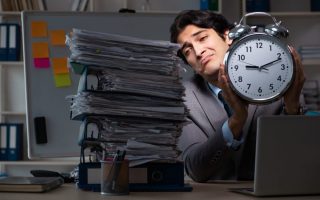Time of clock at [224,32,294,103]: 9:11
